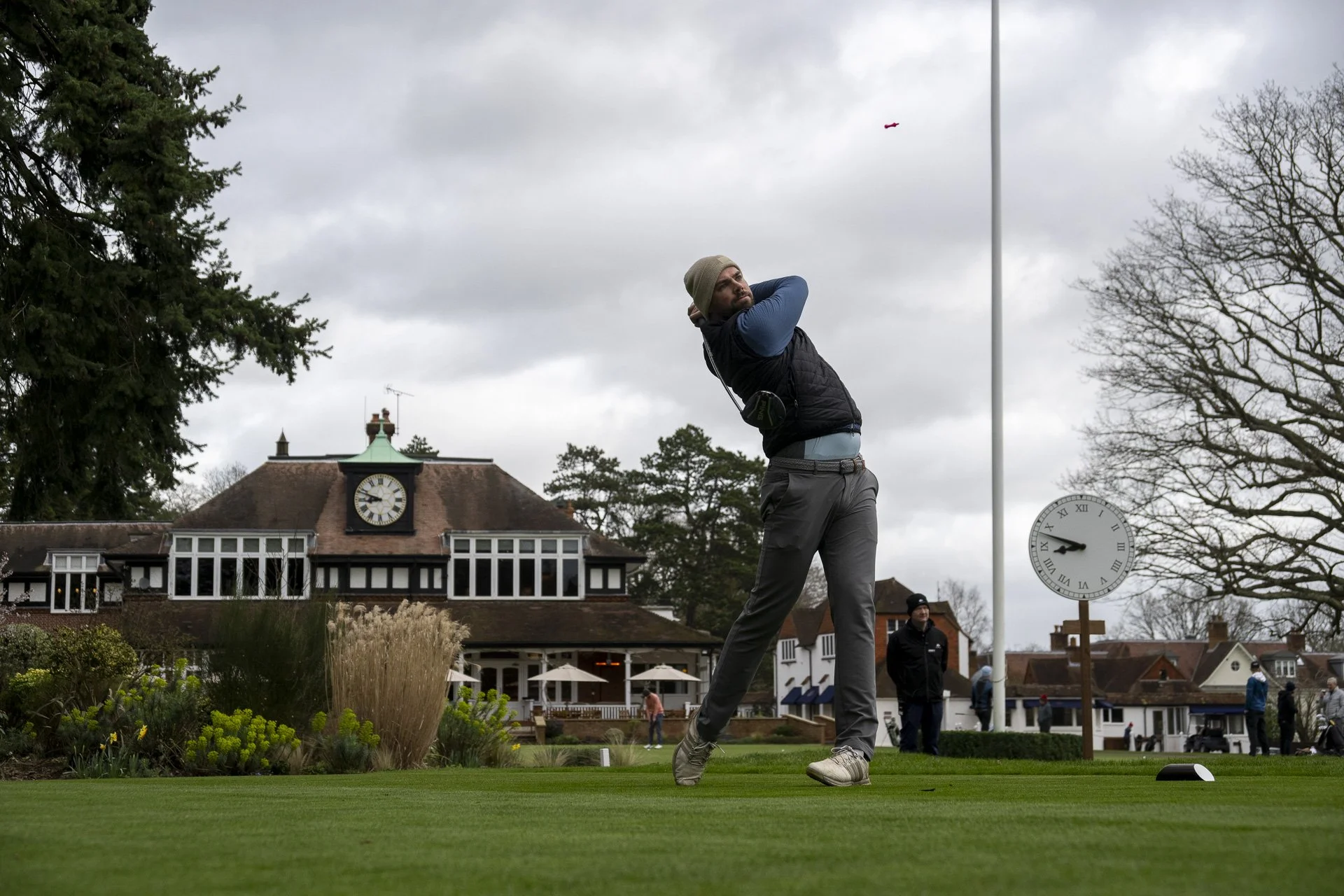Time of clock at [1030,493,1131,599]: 8:48
